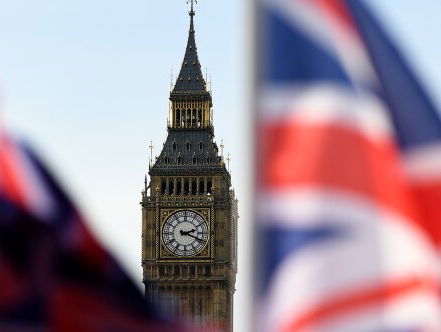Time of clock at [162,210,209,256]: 2:18
